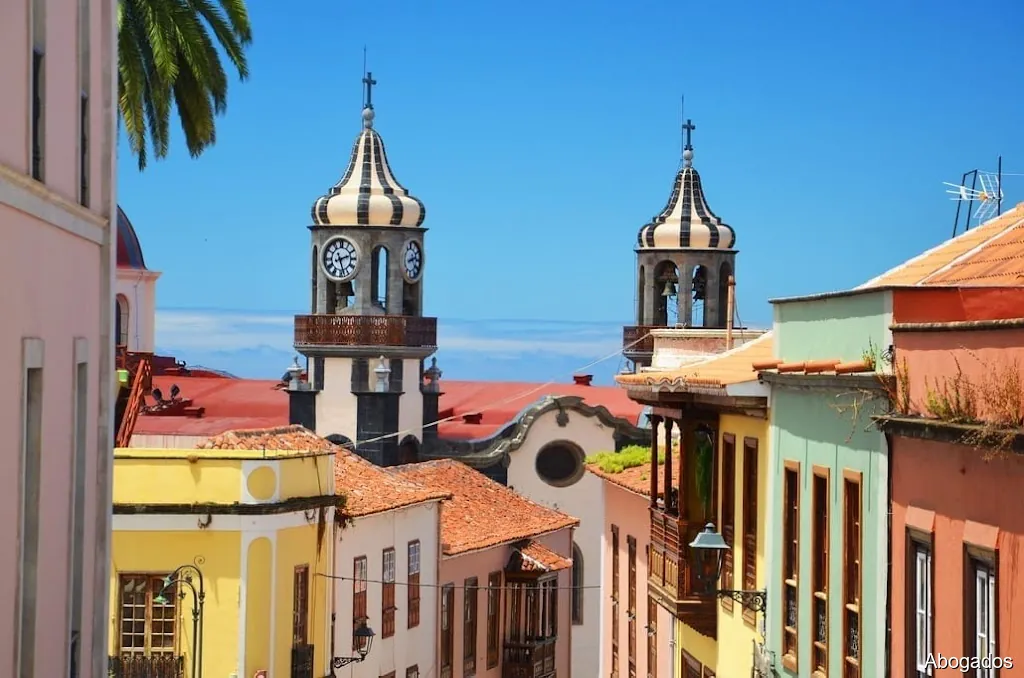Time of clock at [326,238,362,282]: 2:27
